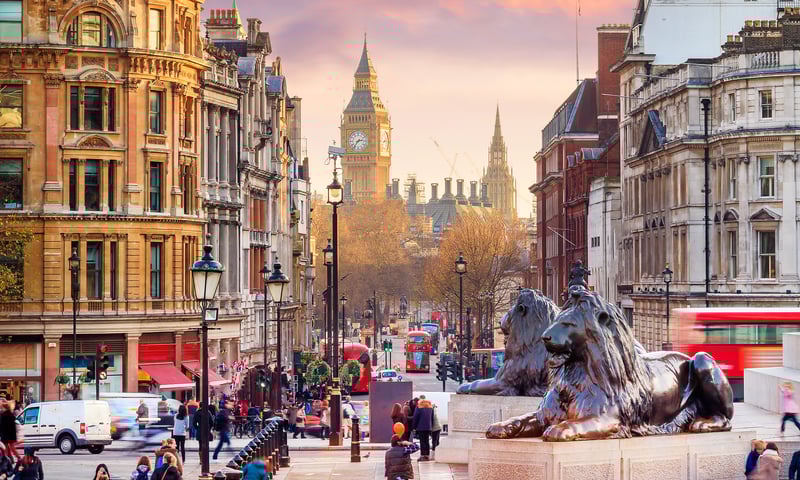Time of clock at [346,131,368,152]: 2:36
